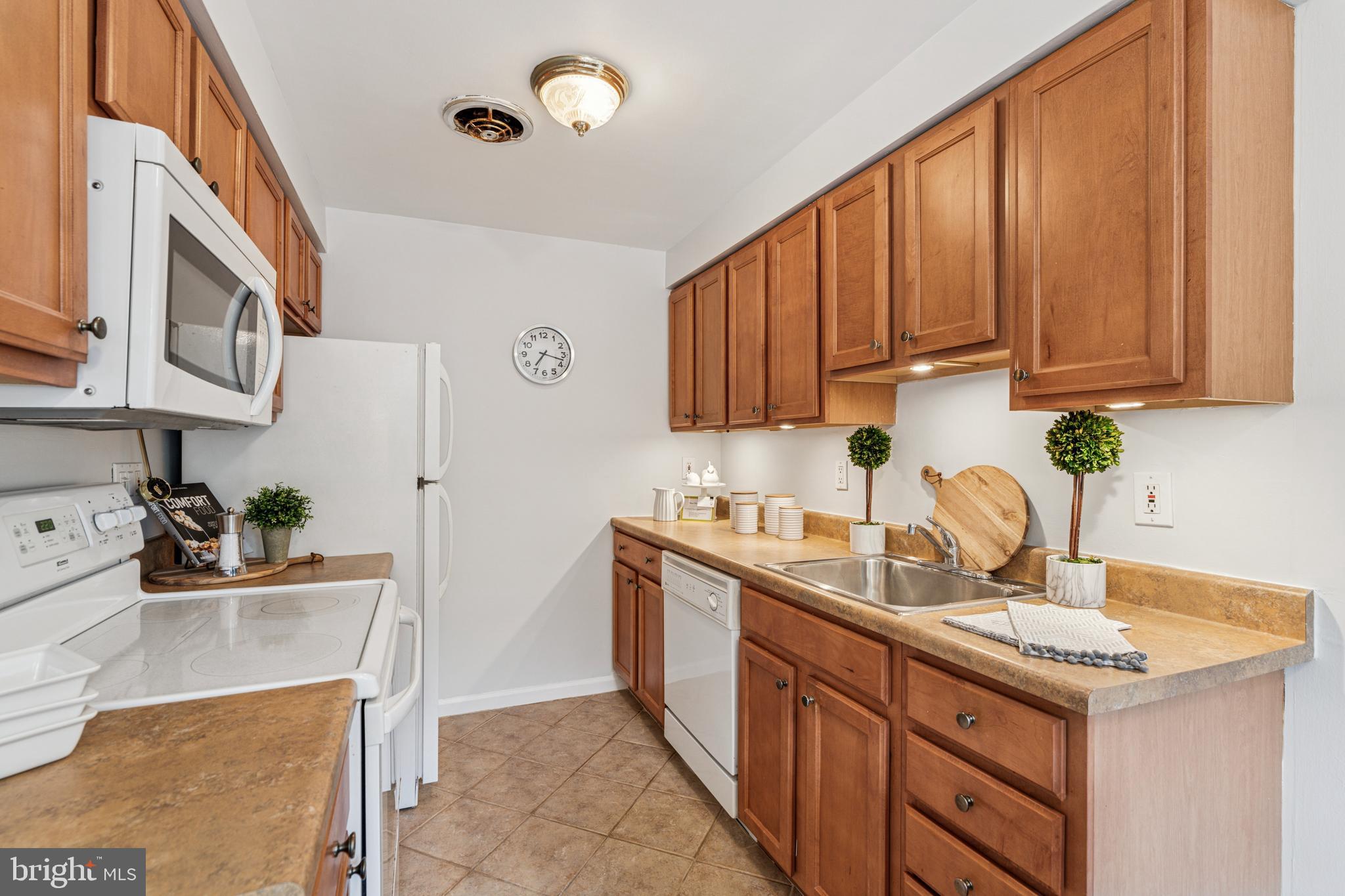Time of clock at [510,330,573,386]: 7:17
